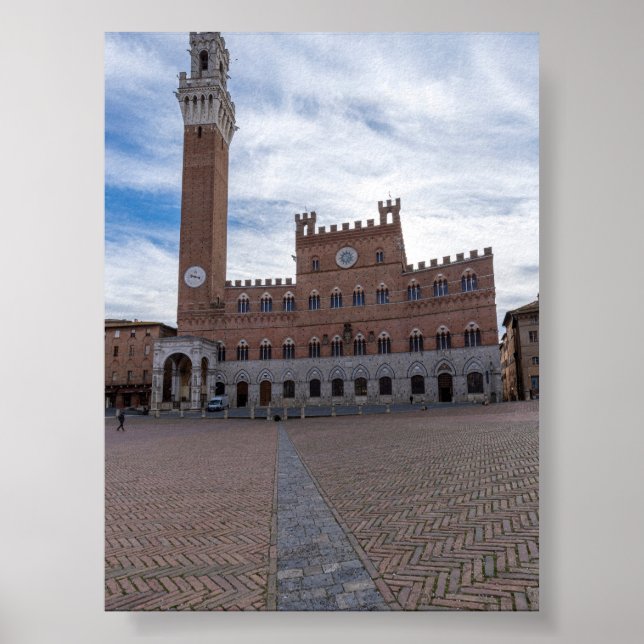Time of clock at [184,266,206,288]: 9:17
